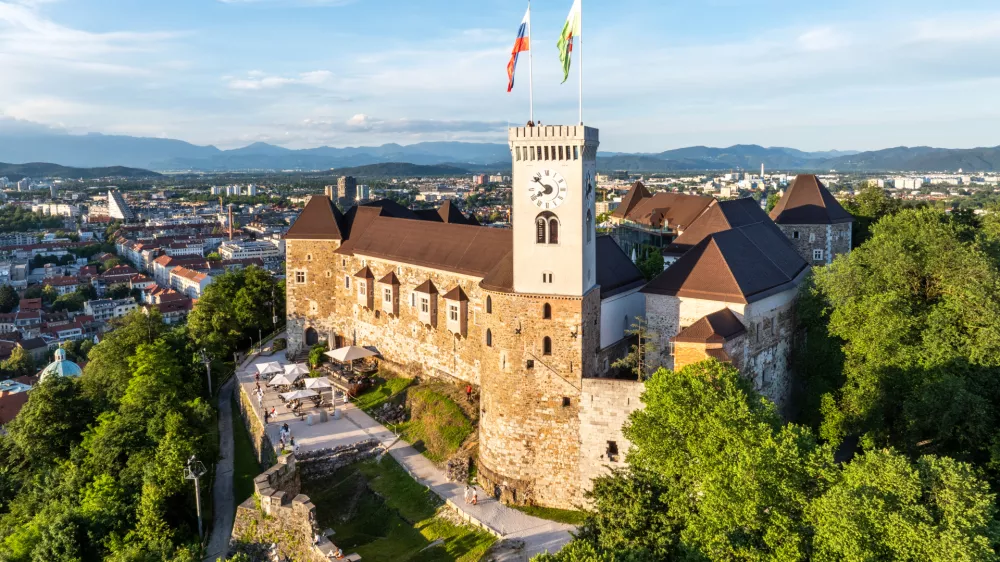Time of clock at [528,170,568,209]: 7:52
